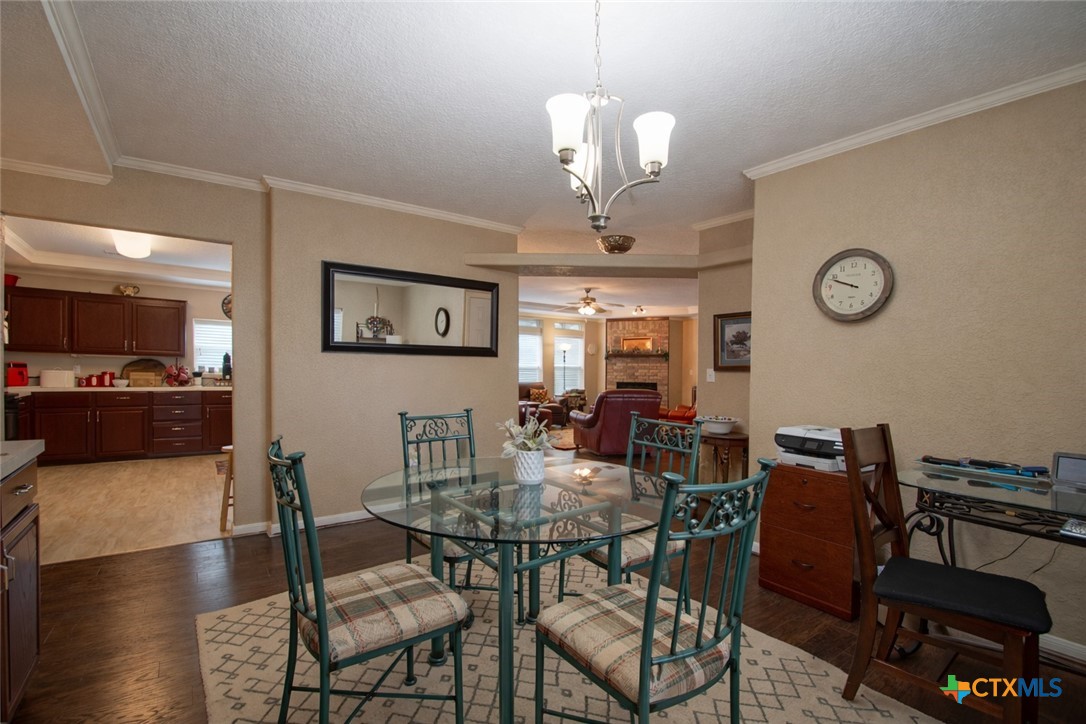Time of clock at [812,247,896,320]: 9:48
